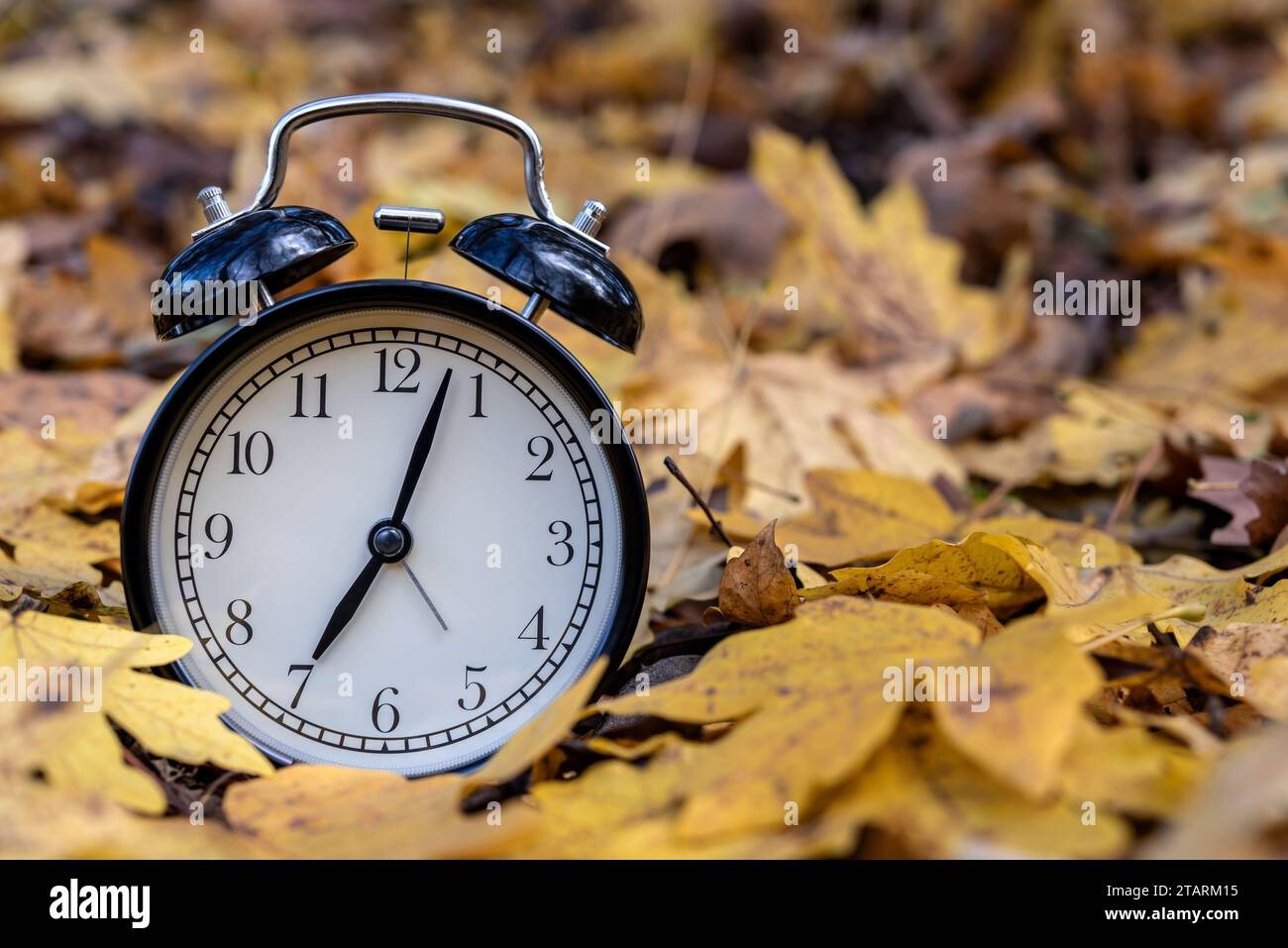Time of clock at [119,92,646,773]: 7:03
